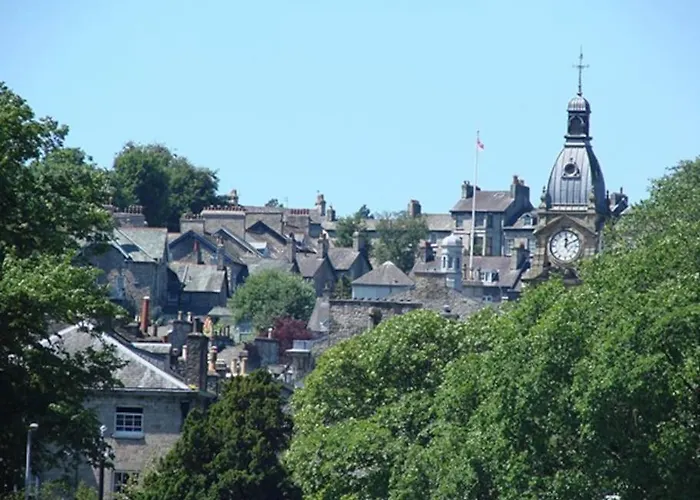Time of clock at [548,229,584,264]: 12:10
